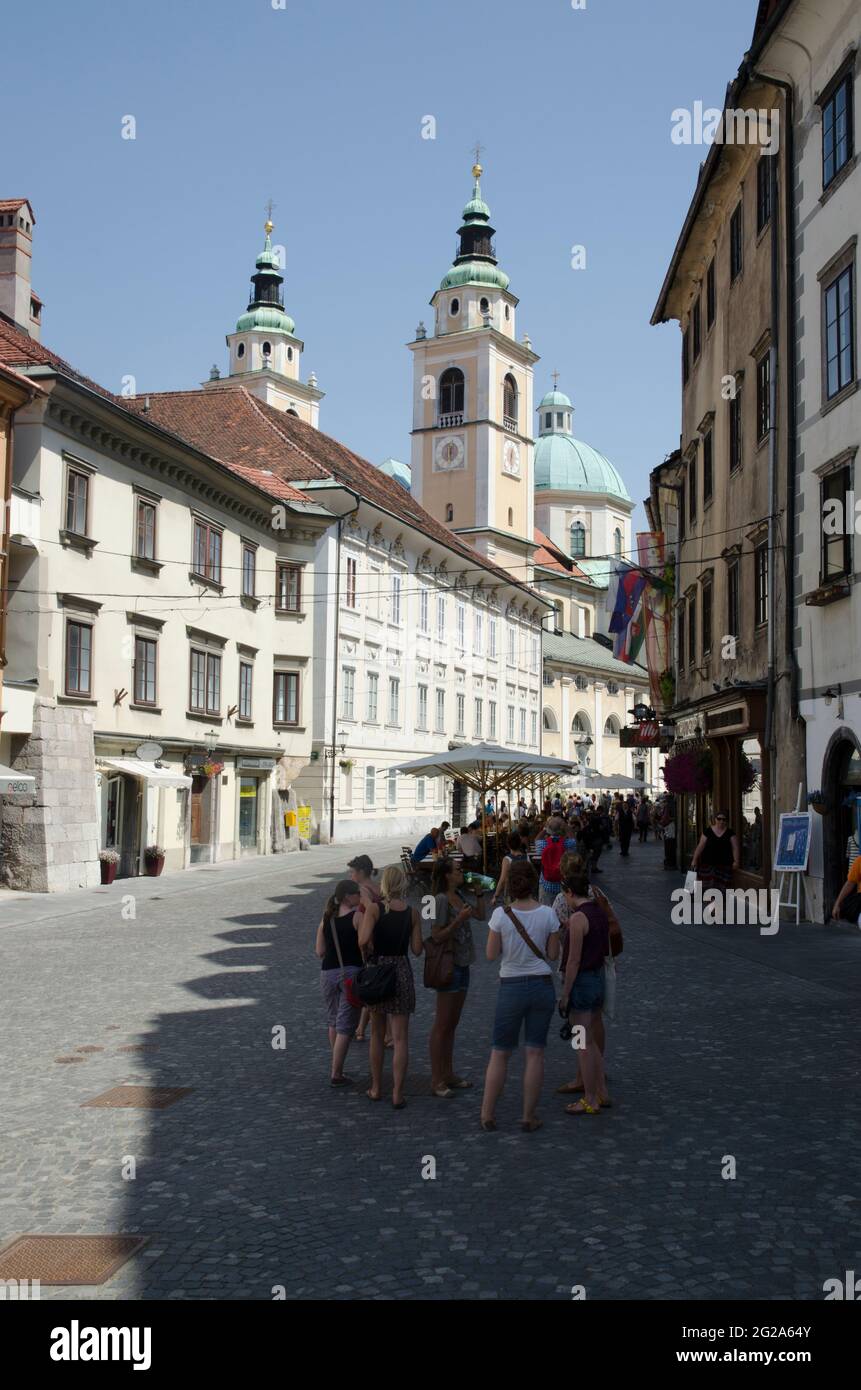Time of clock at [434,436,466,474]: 12:28
